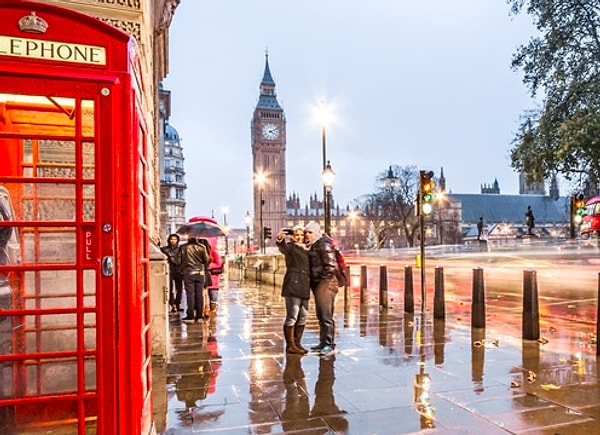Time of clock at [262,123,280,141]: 4:10
